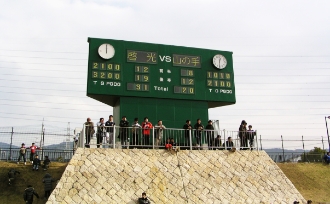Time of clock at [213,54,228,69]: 12:30
